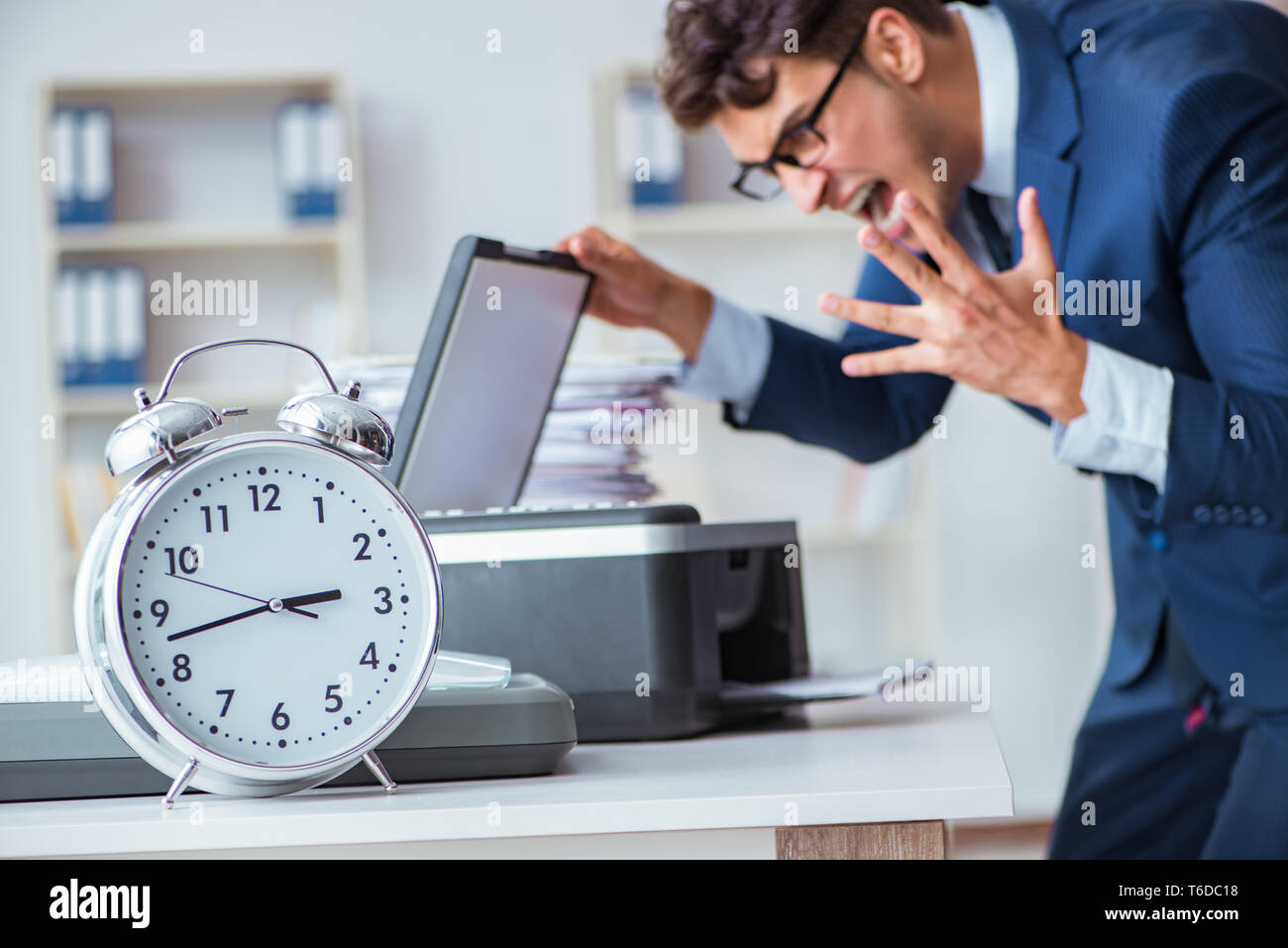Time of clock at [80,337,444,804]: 2:42
